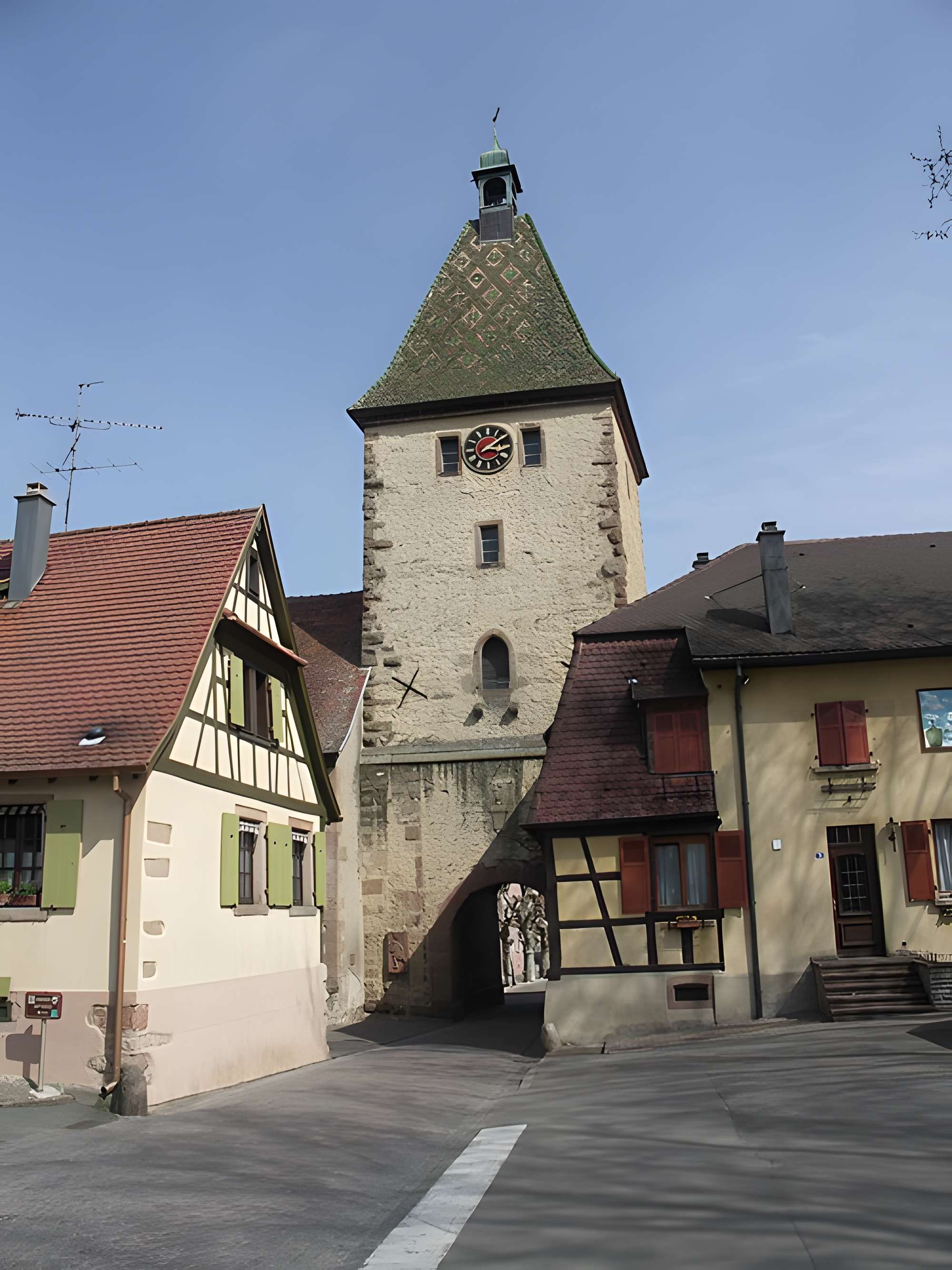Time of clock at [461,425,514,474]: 3:09
